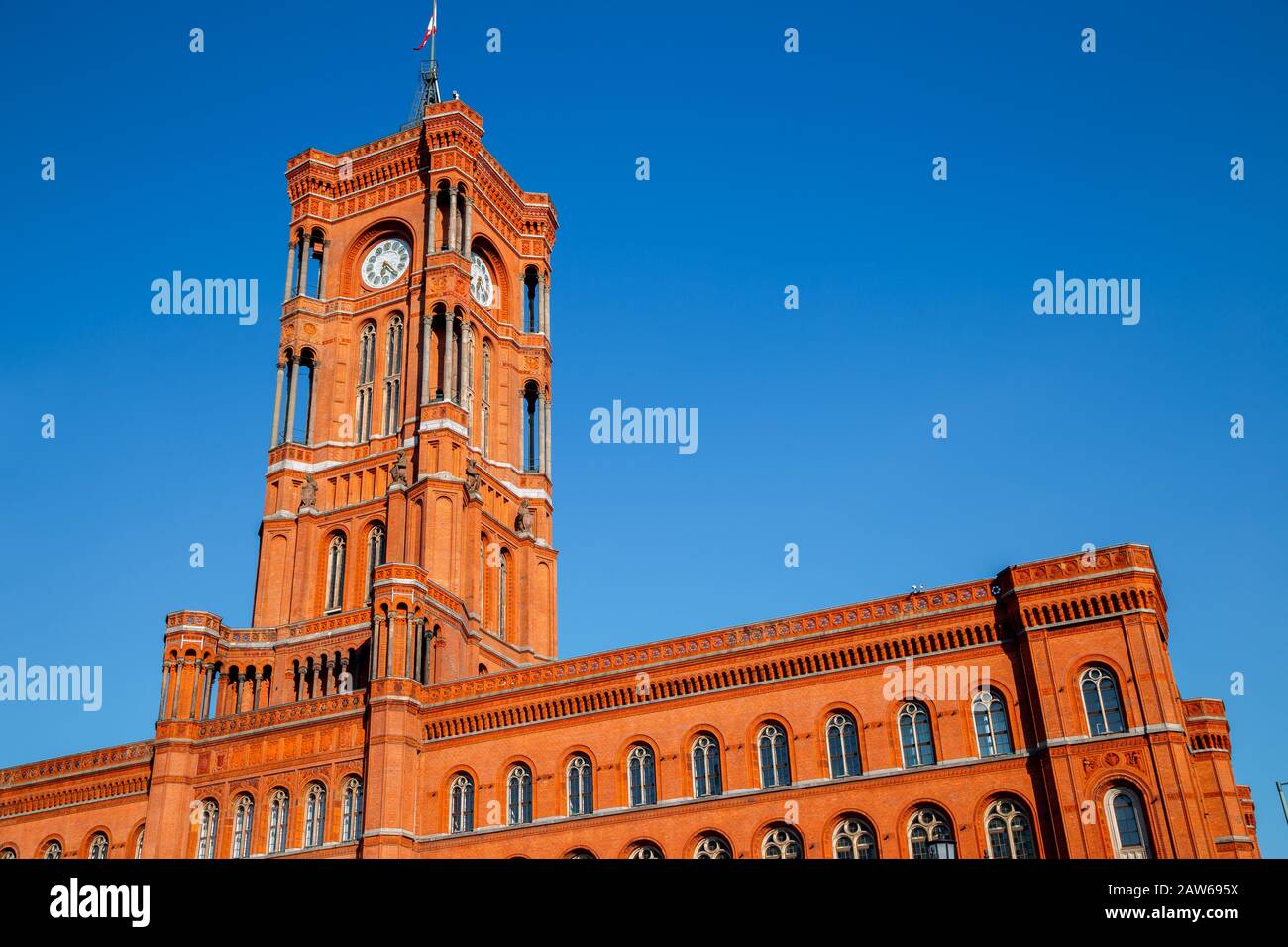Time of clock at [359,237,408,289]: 6:23
